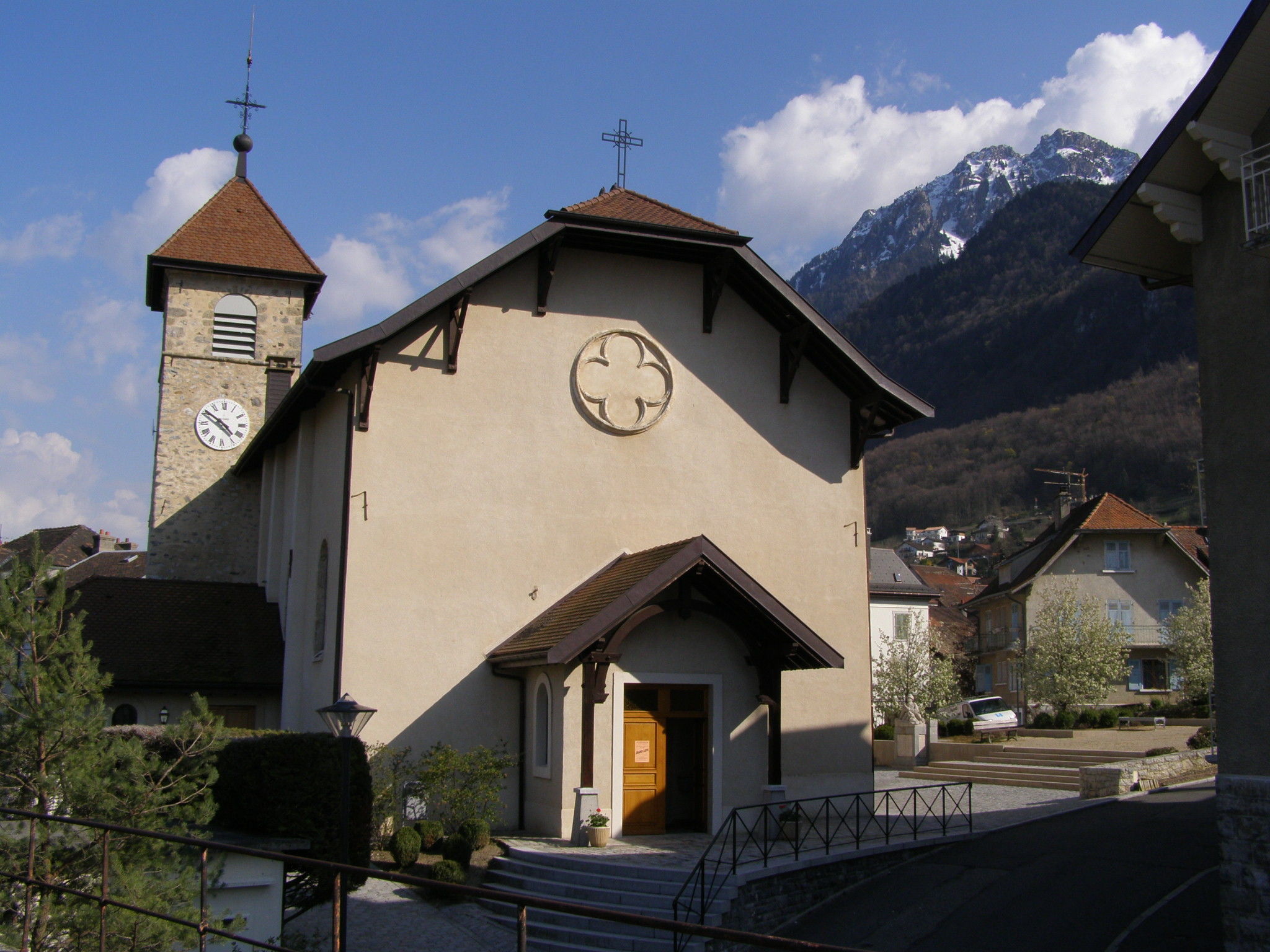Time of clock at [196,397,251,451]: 4:50
